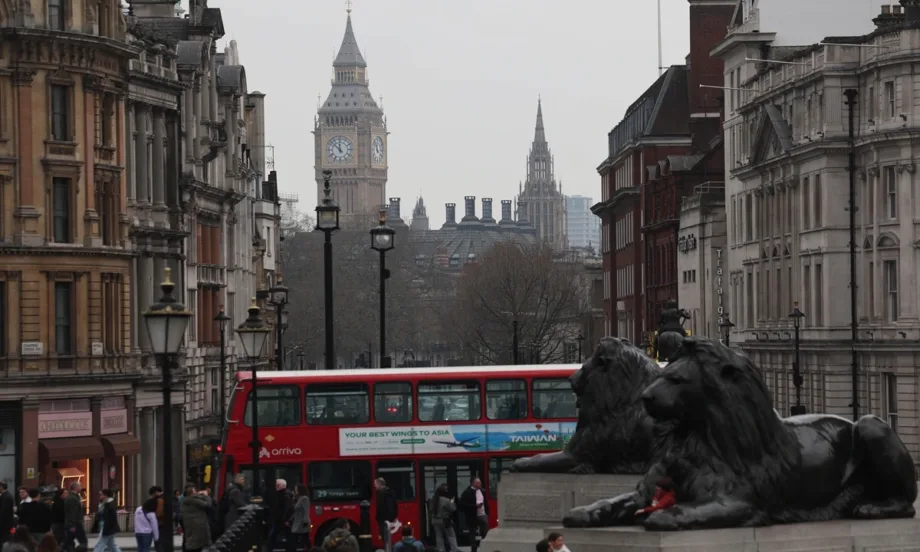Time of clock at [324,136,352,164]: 11:52
